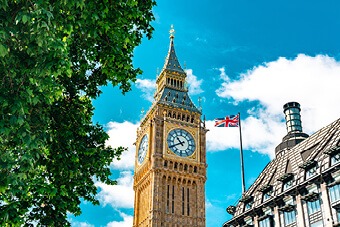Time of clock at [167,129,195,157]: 10:40
